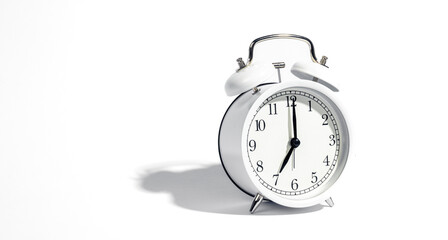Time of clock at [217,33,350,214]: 7:00
